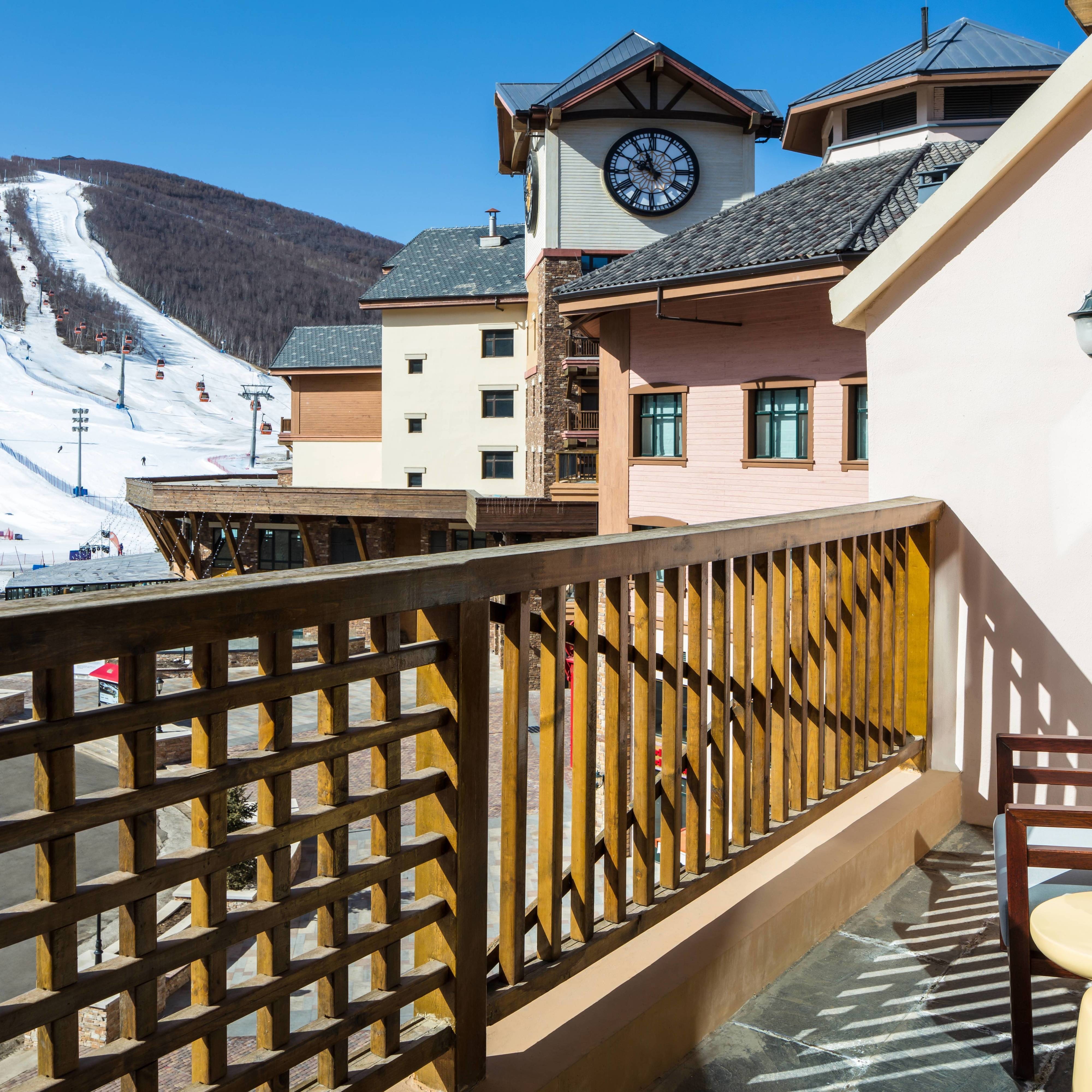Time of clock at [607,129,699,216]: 9:56
